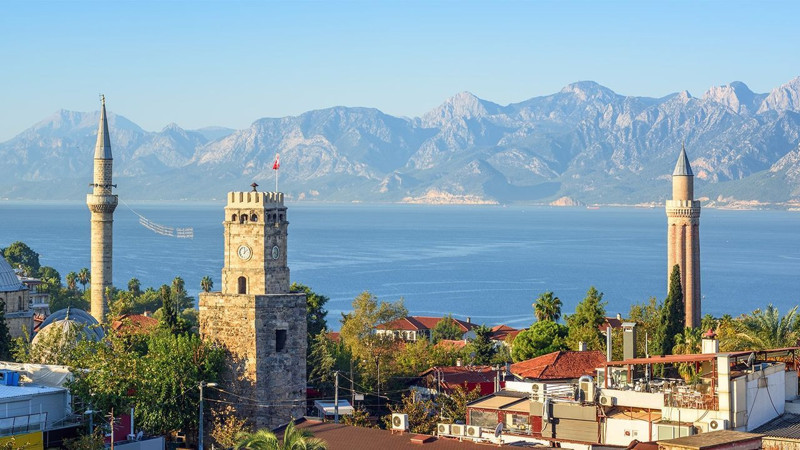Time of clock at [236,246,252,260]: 12:07
